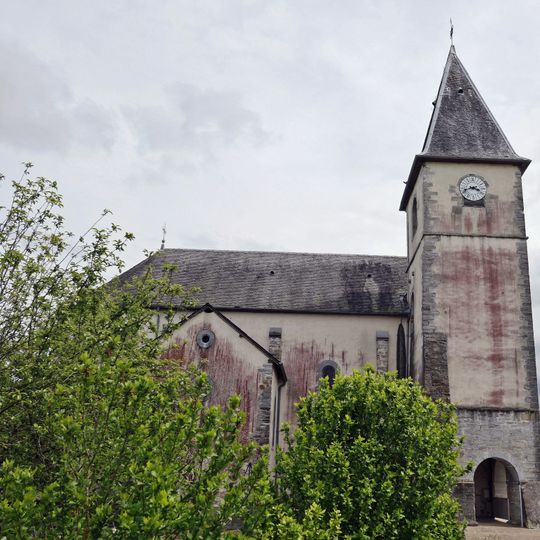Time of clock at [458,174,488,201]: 3:41
